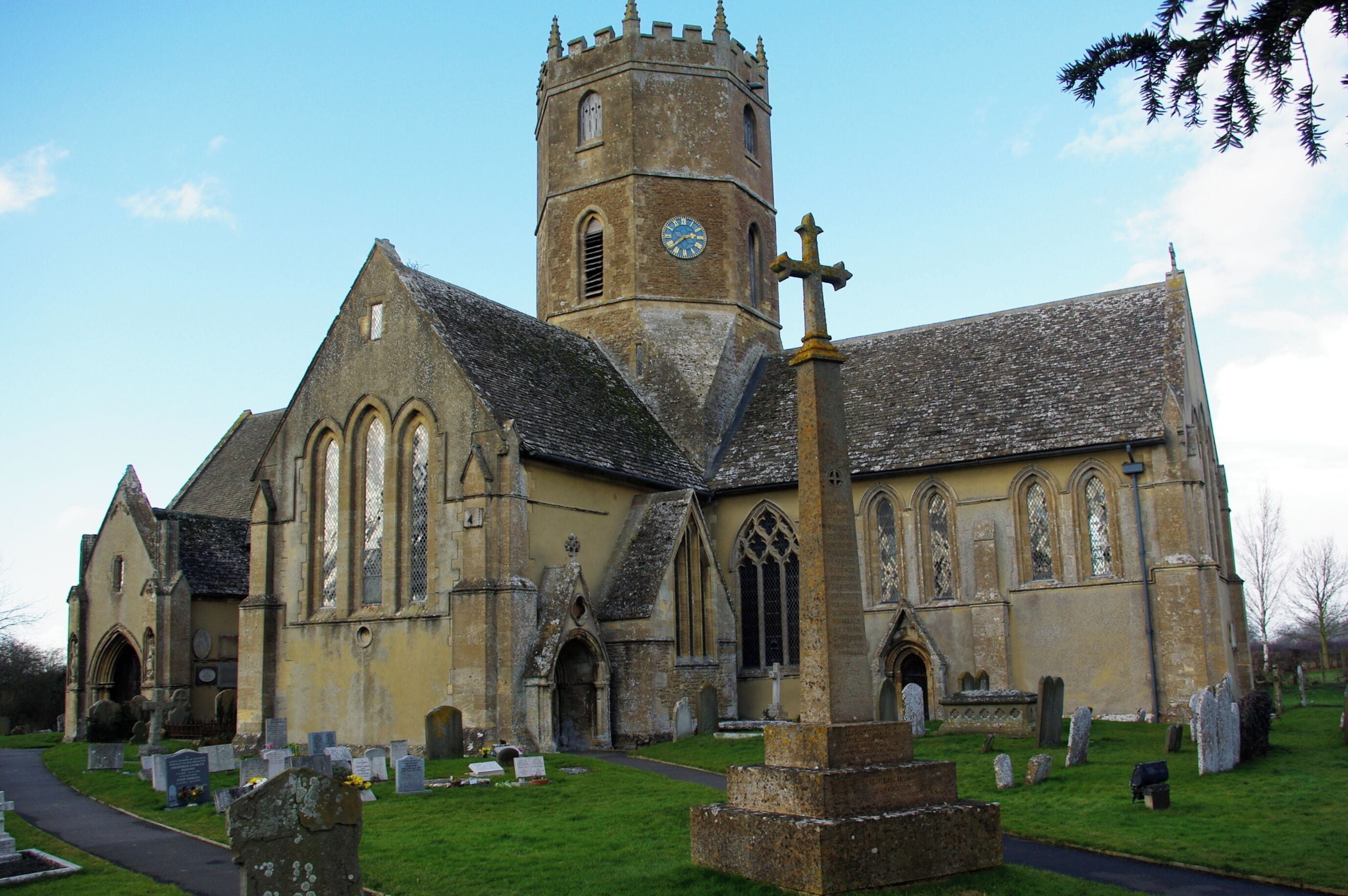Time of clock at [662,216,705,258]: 2:38
